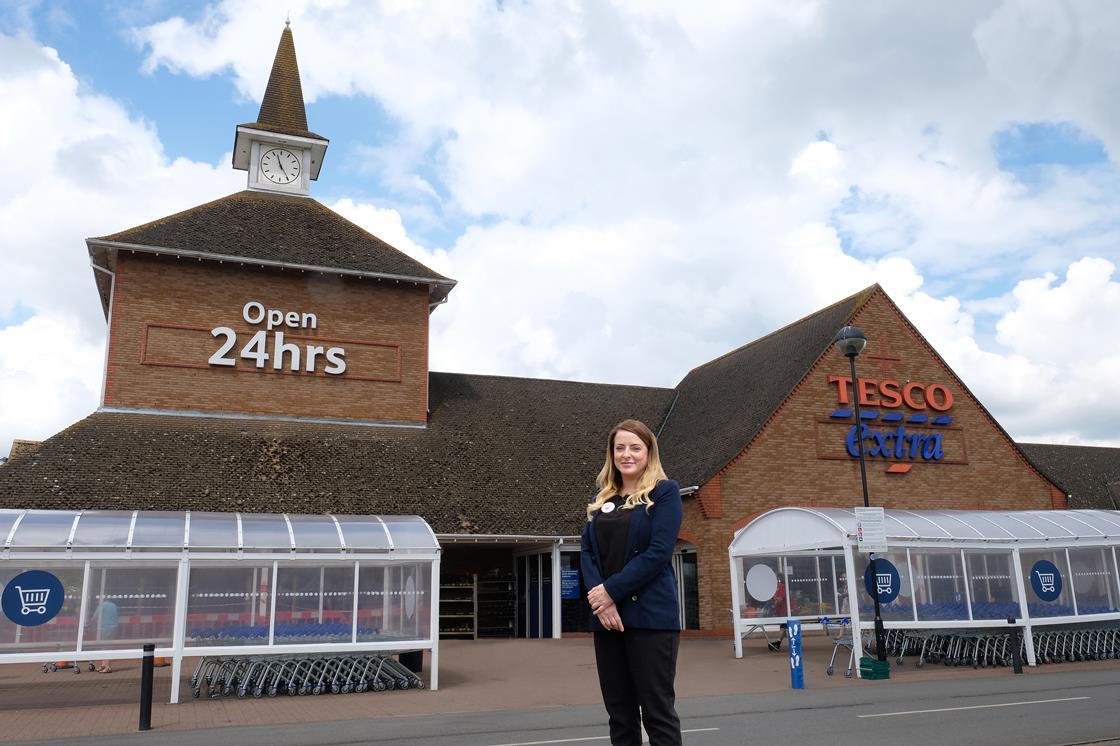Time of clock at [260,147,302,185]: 11:24
